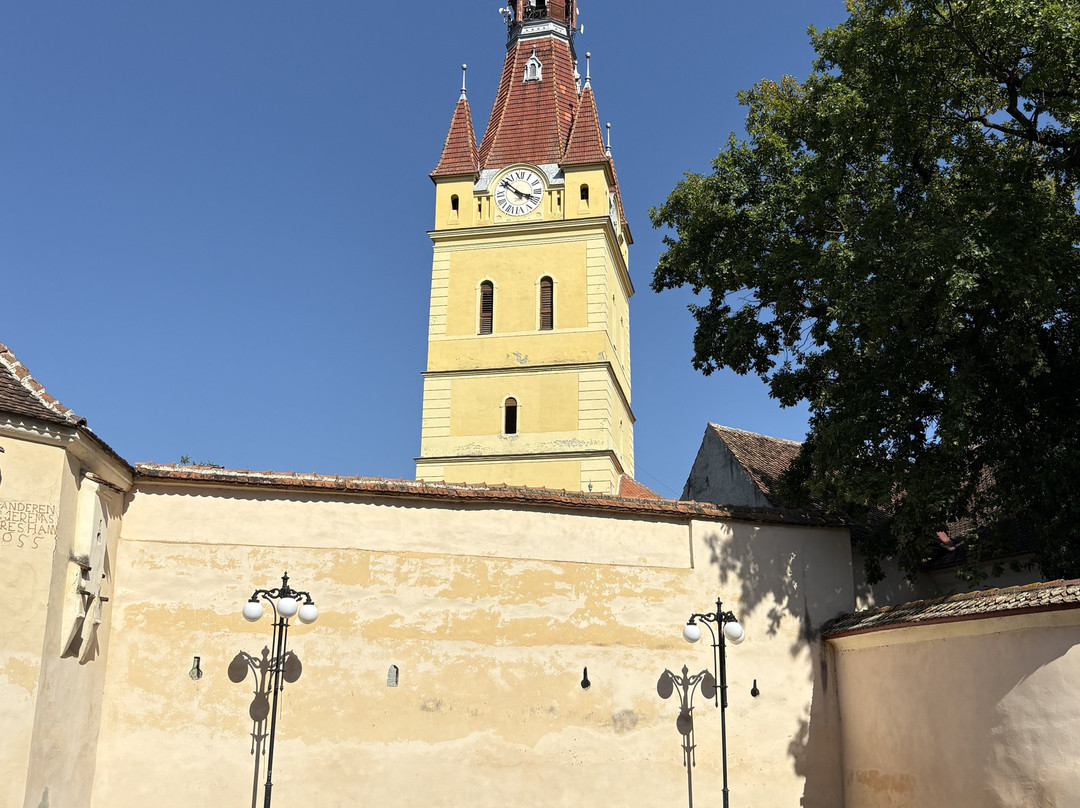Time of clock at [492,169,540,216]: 3:51
